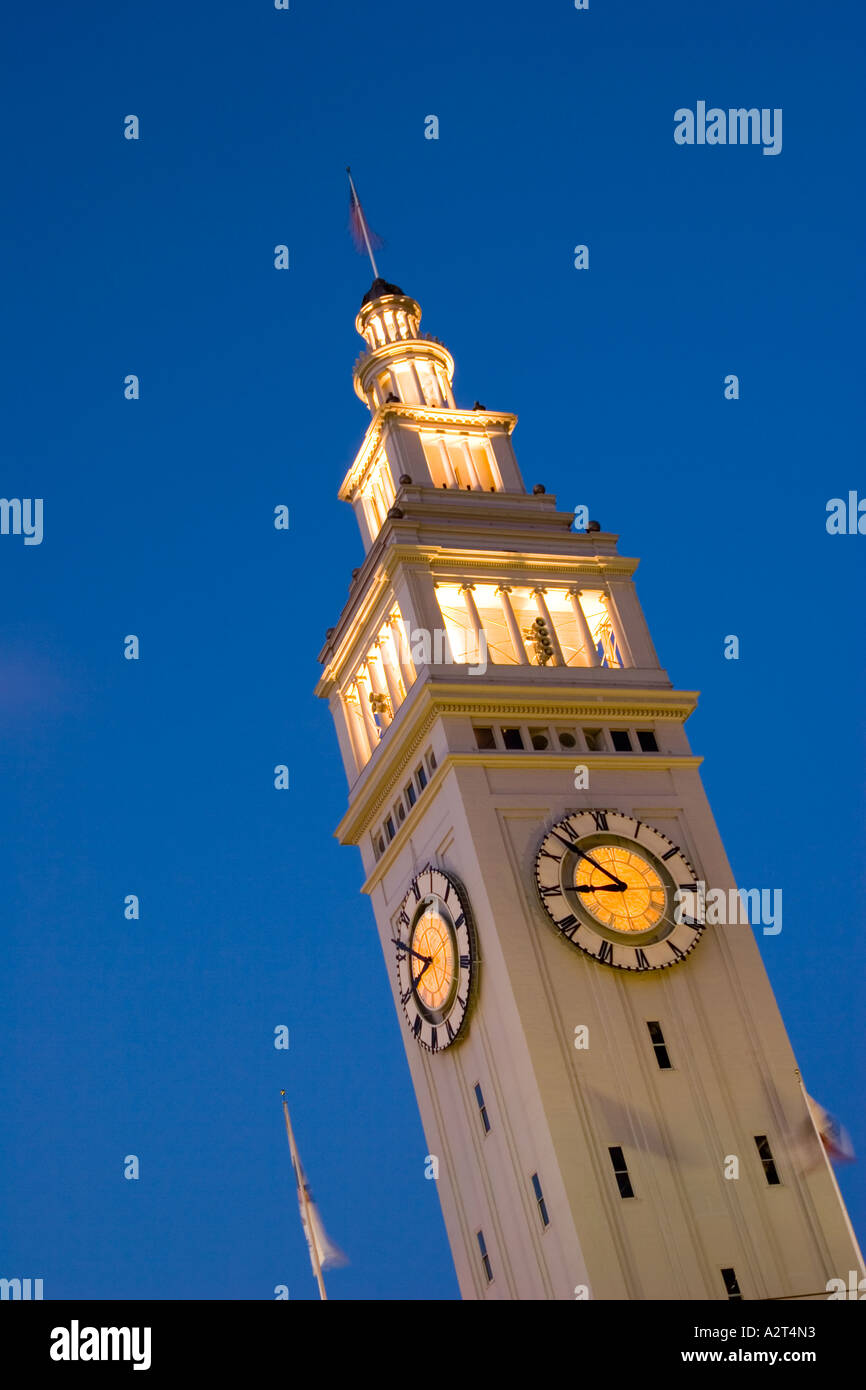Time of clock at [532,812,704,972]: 8:53
